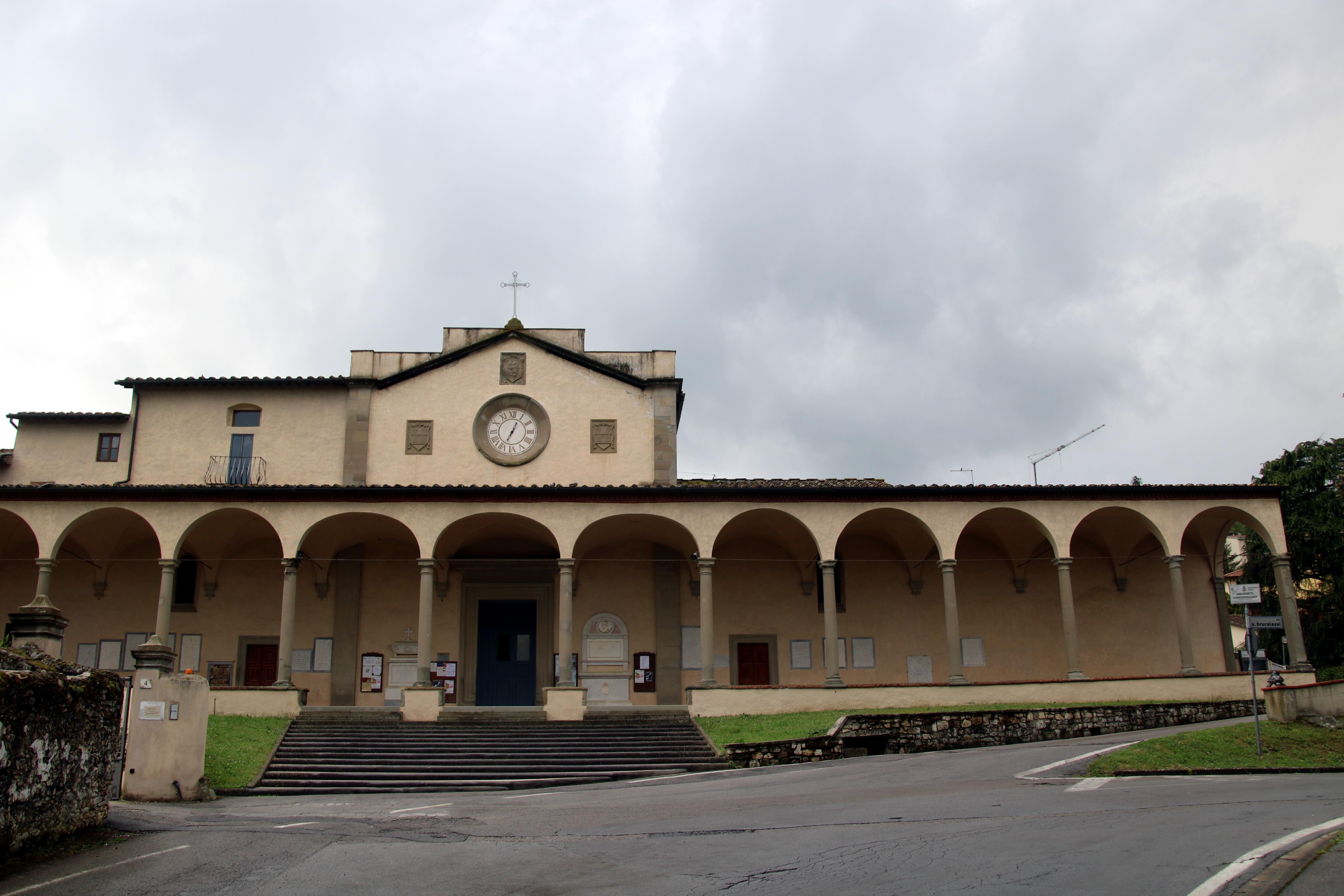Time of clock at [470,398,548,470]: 12:34
